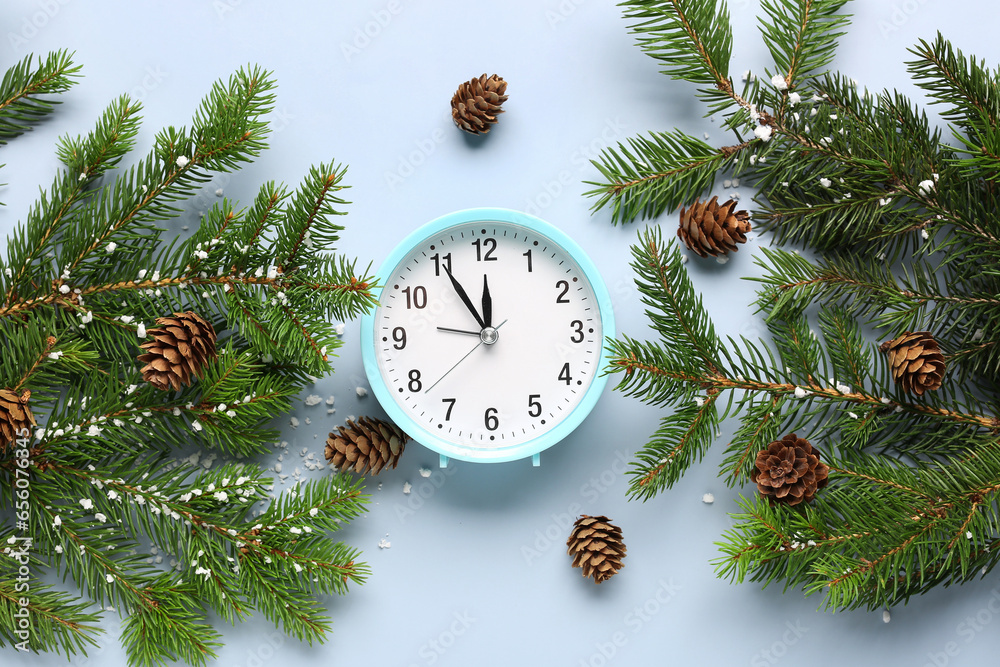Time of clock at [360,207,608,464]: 11:54
